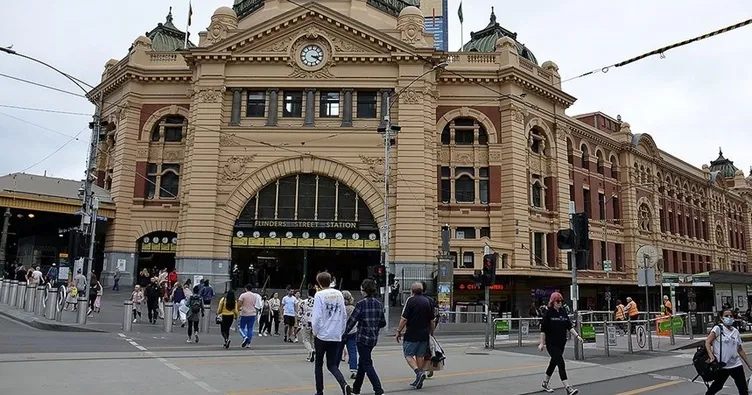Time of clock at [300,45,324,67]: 3:19
